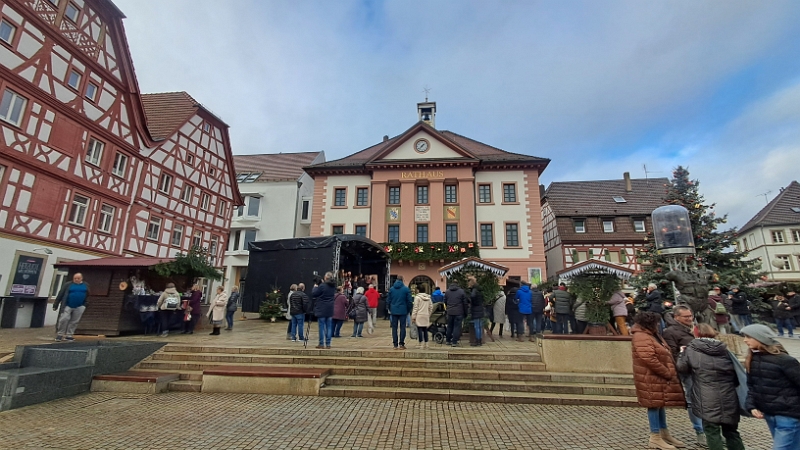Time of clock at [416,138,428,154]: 1:37
